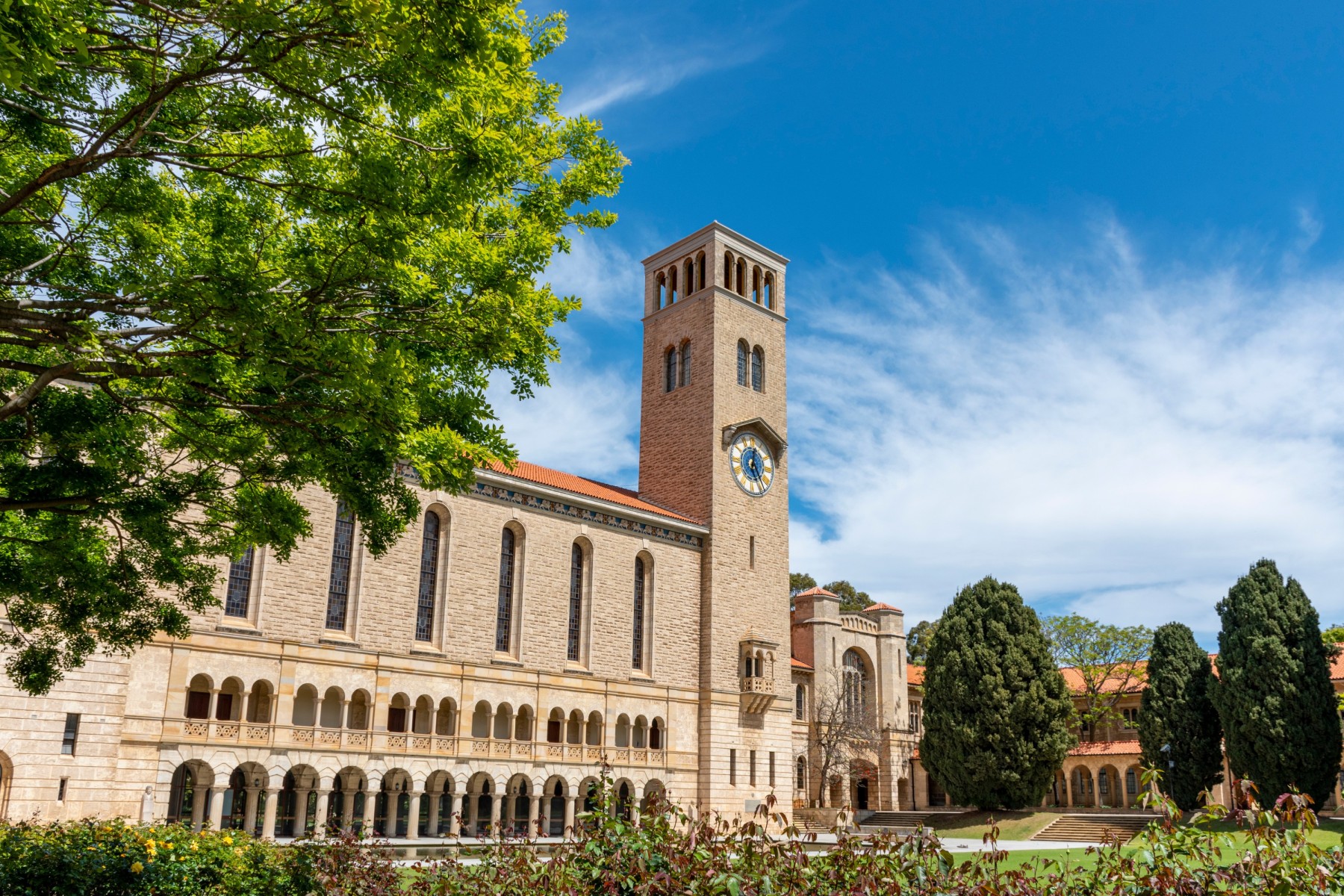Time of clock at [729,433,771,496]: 12:23
